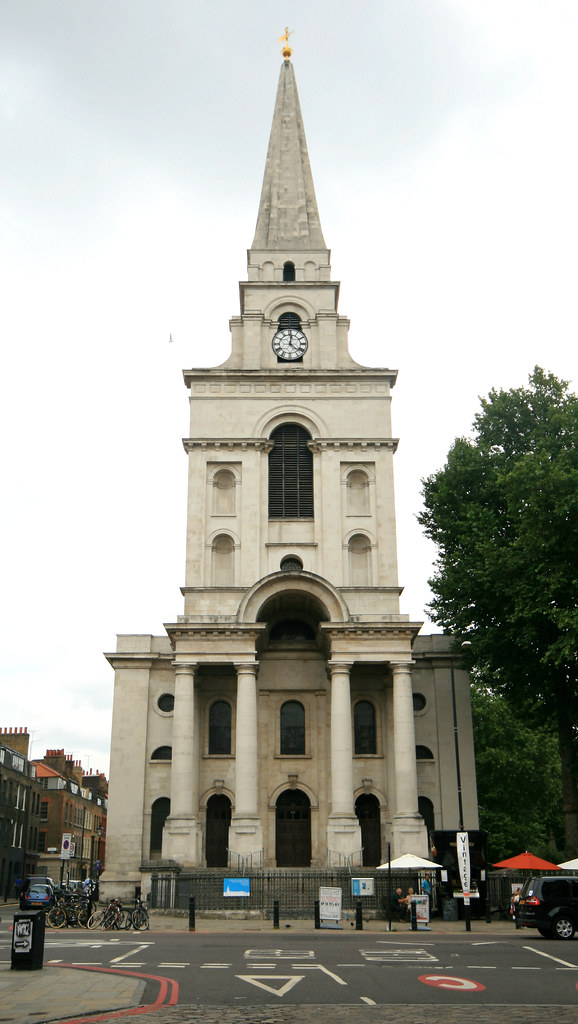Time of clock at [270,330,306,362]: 12:22
